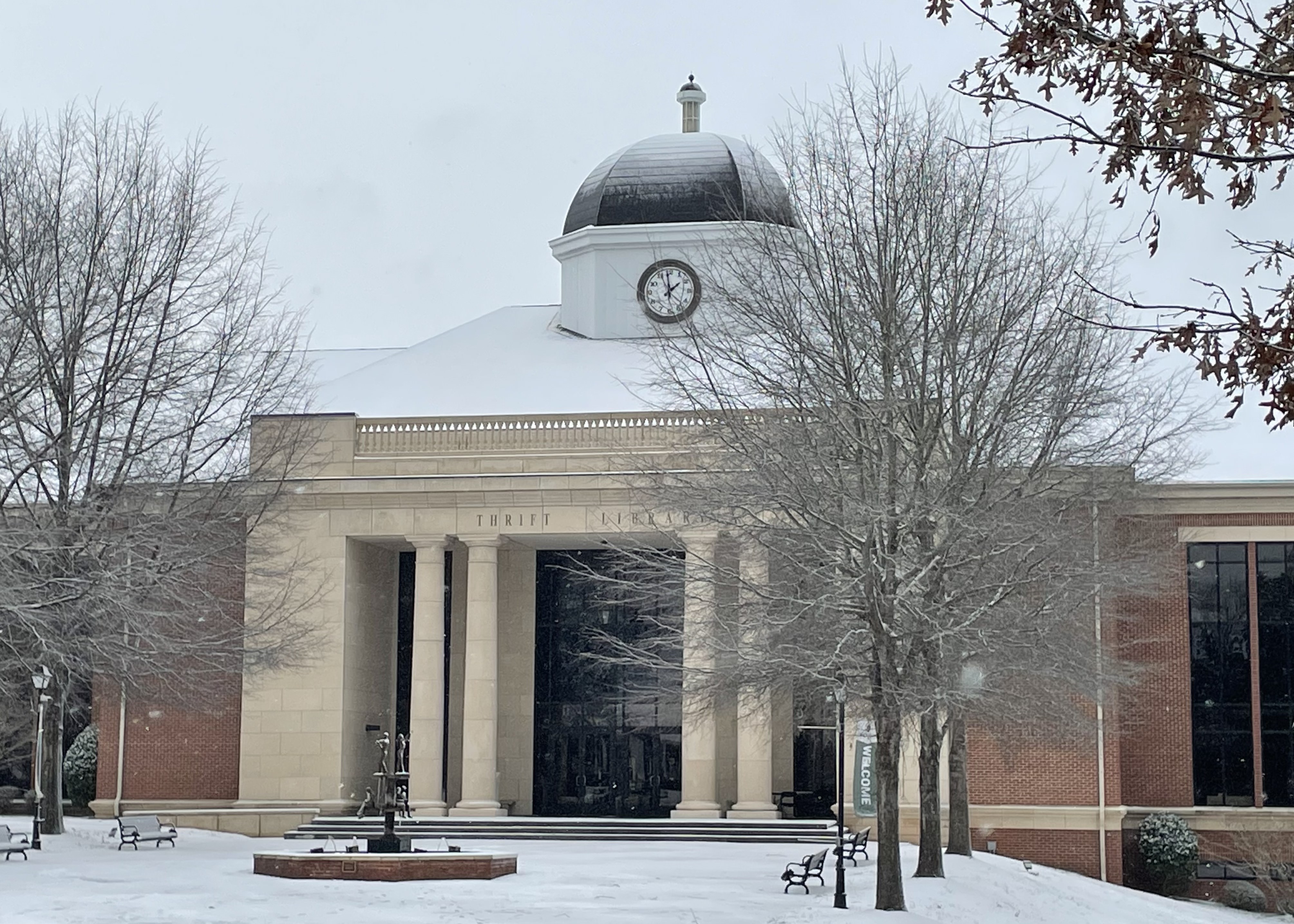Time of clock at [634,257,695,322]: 1:59
